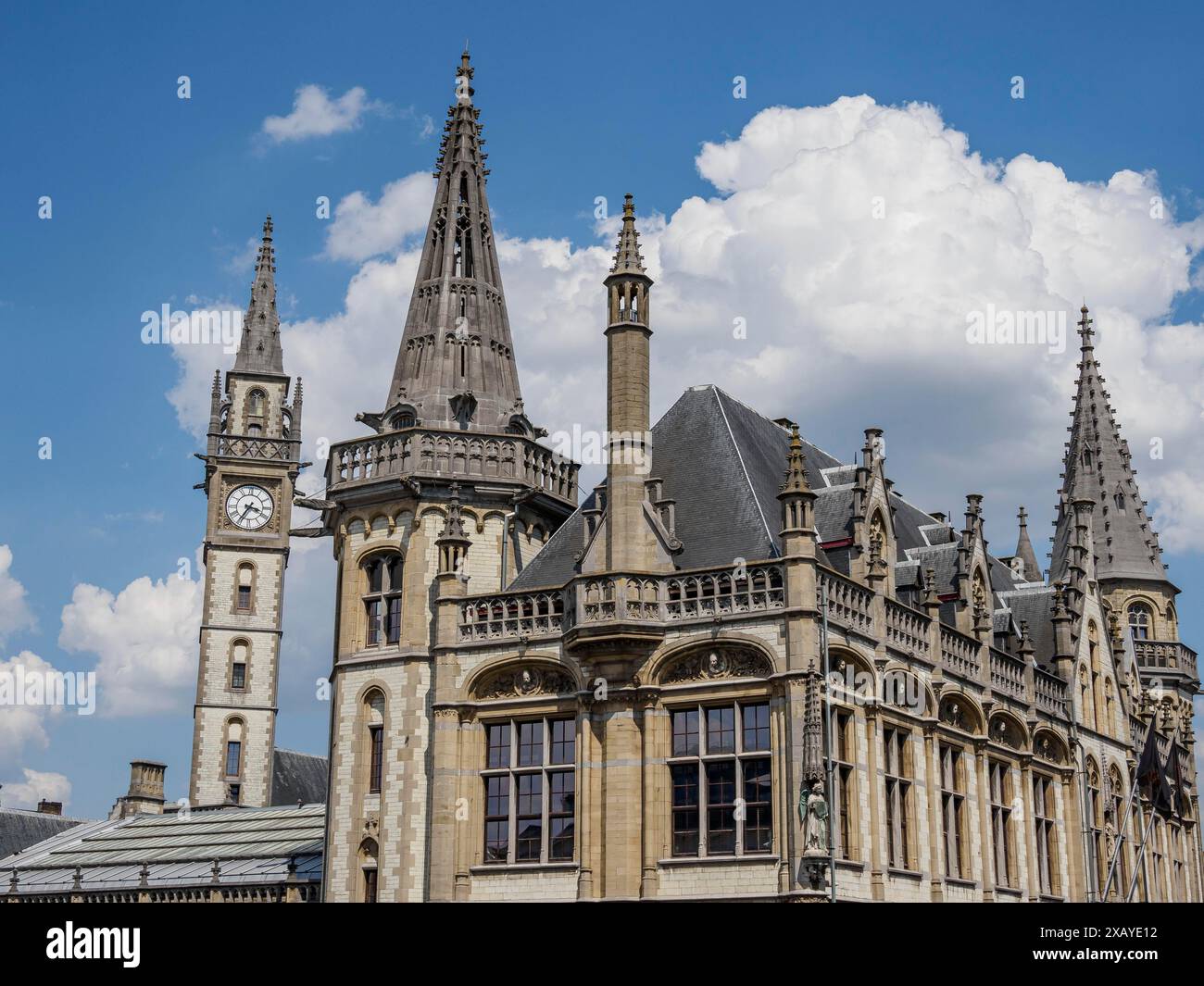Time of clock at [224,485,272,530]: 3:35
